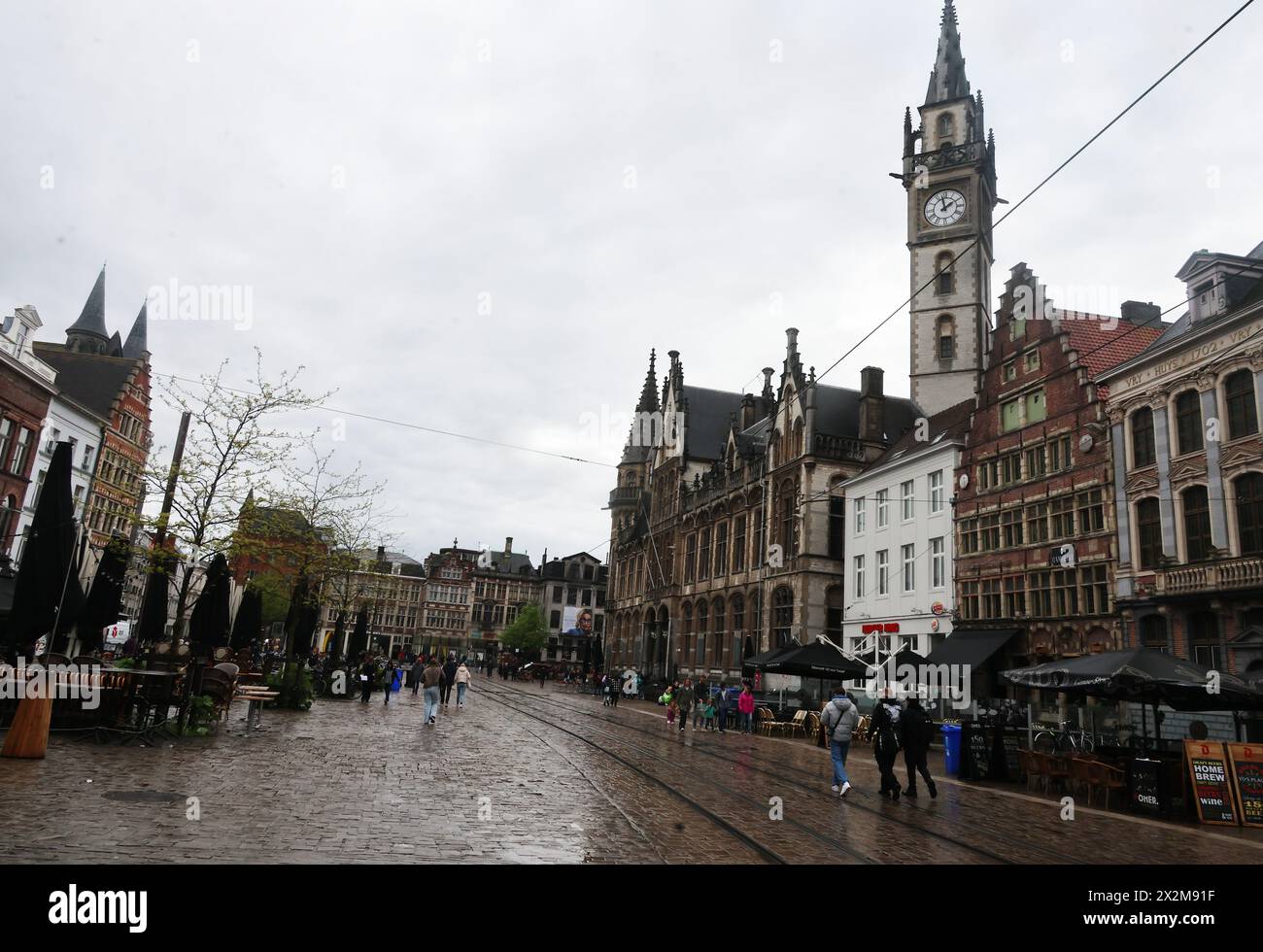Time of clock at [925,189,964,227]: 1:57
